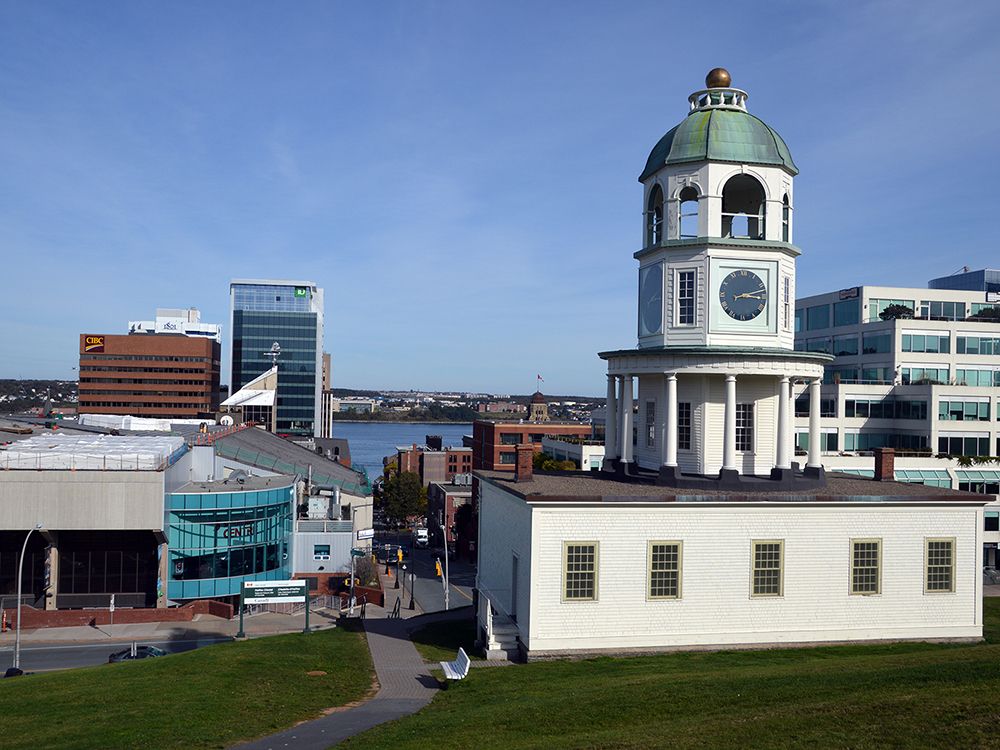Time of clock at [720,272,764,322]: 3:12
